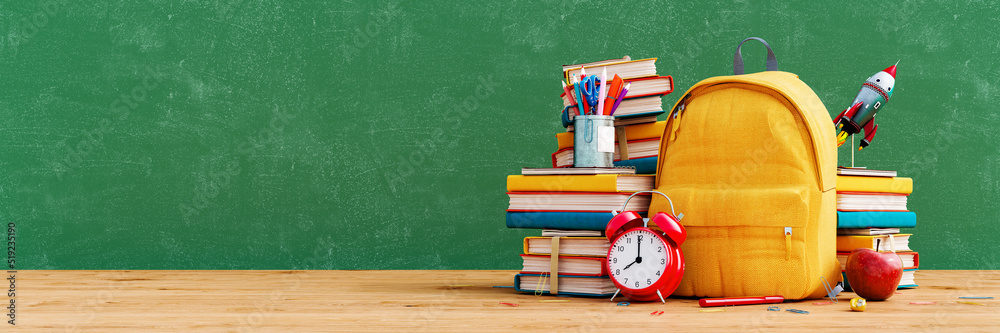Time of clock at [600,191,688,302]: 7:59
